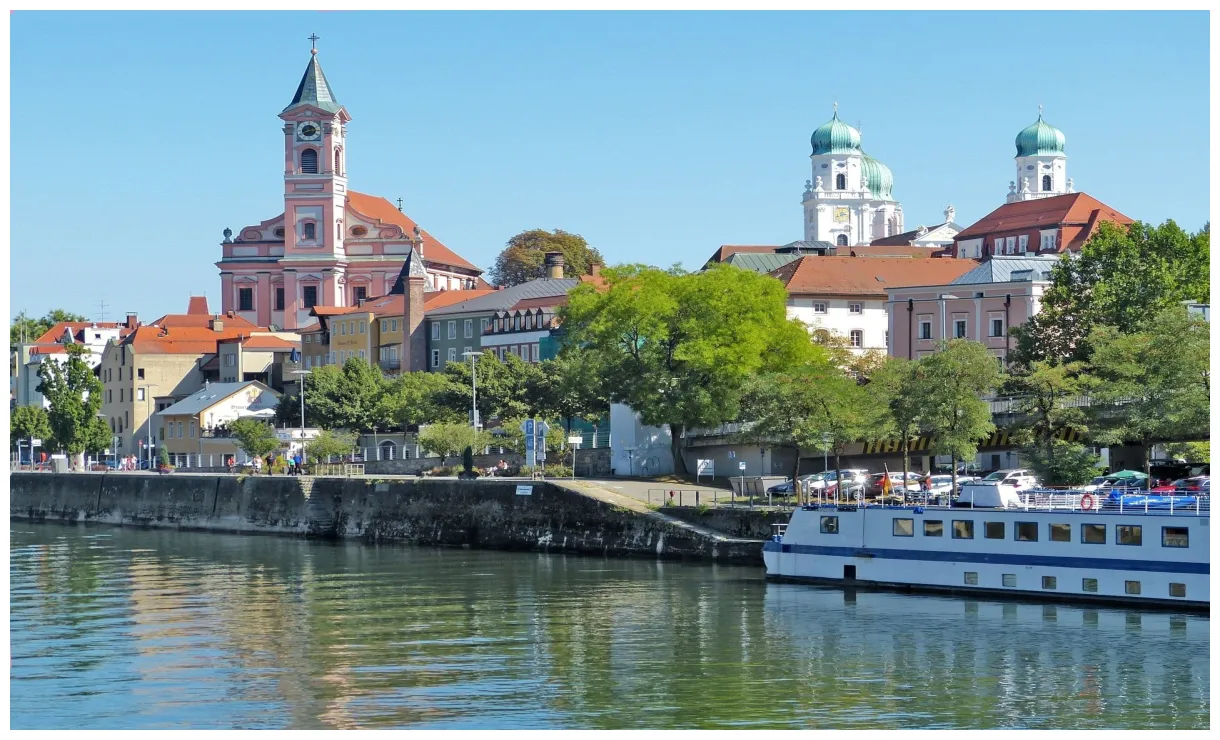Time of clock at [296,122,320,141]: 2:40
